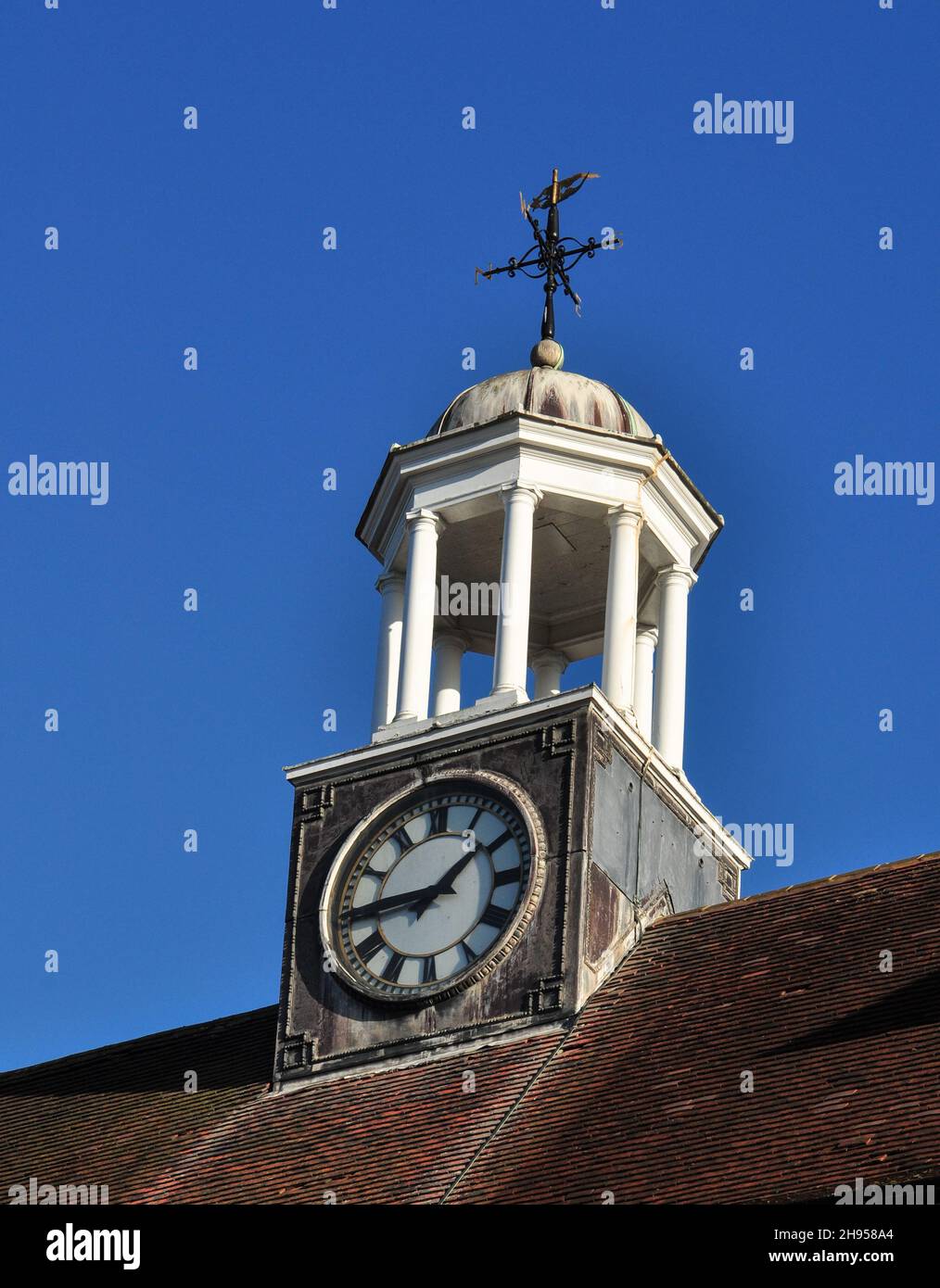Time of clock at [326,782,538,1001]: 1:44
